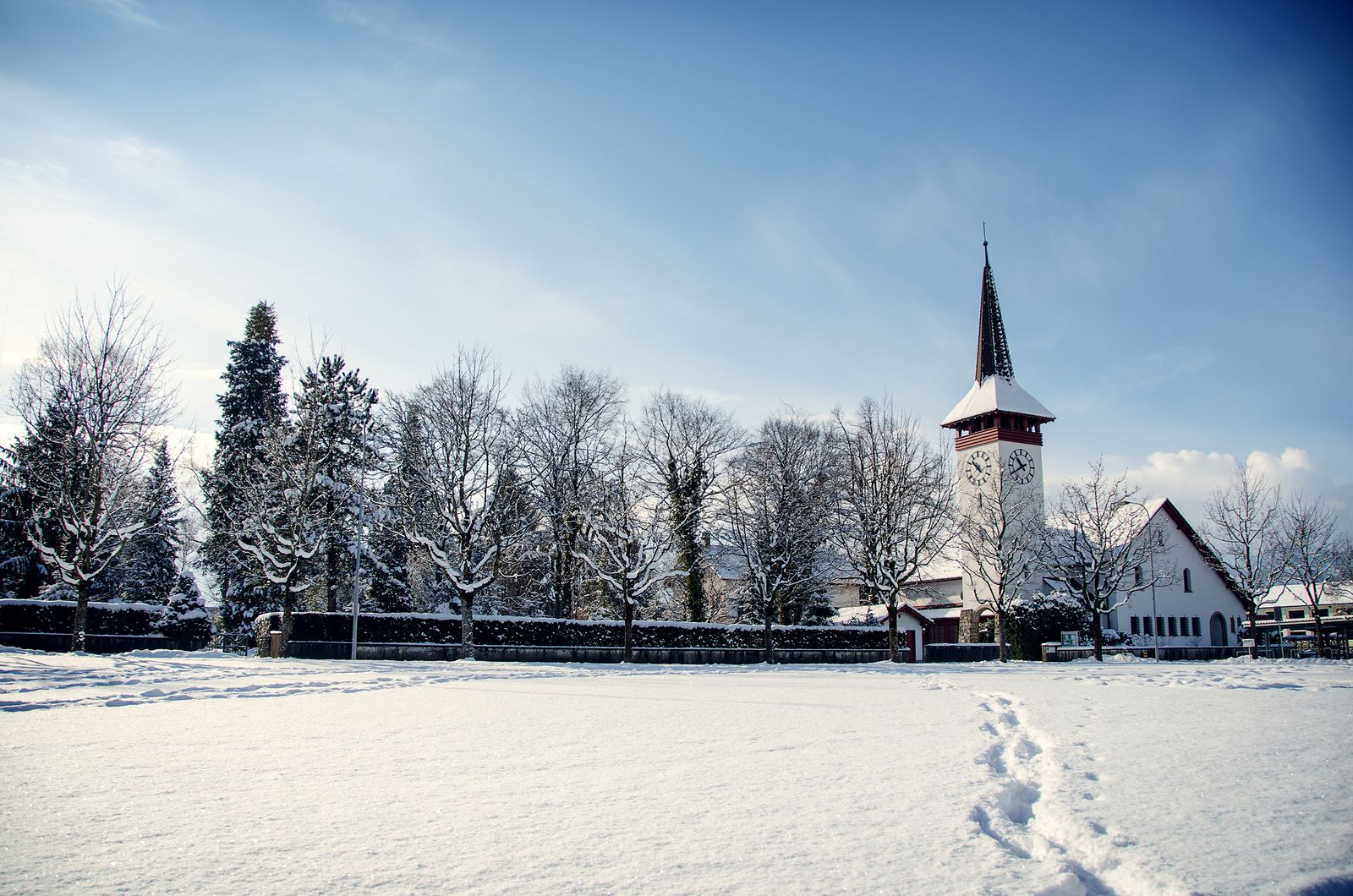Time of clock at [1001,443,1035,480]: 10:40
